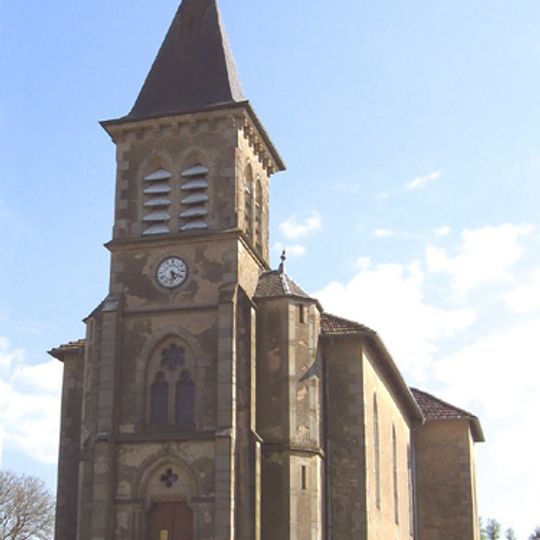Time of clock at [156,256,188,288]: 5:19
